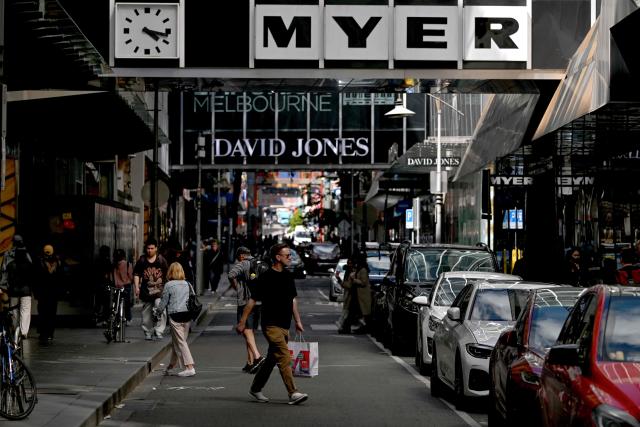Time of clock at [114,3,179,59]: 4:17
